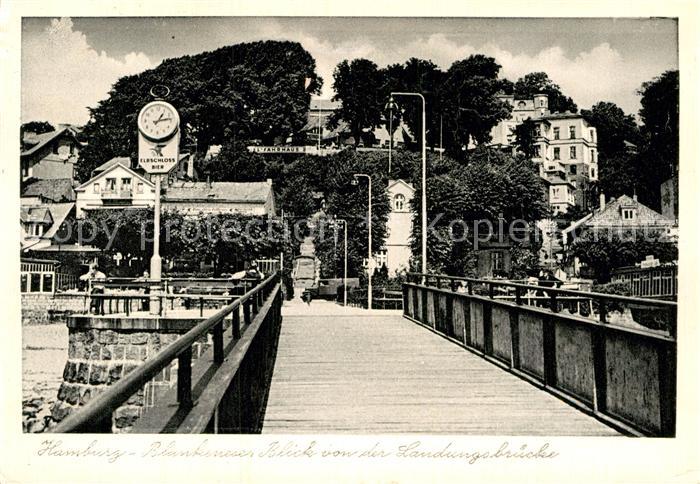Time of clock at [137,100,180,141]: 1:13
